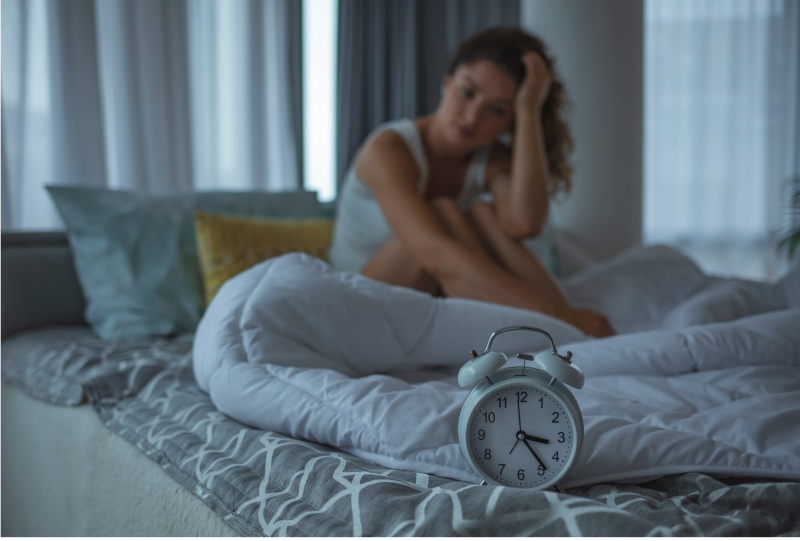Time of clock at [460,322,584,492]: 3:23
